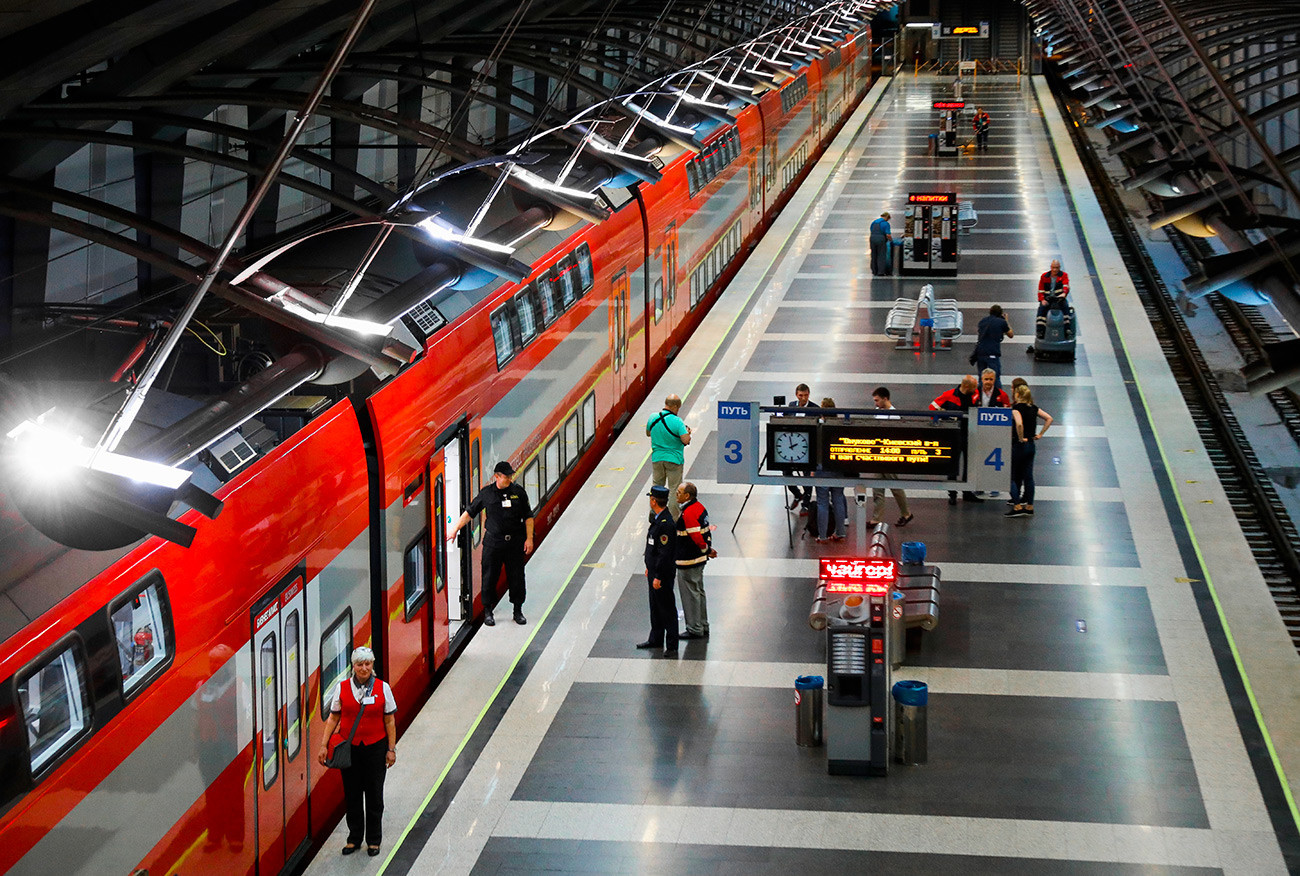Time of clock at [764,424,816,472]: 1:58
